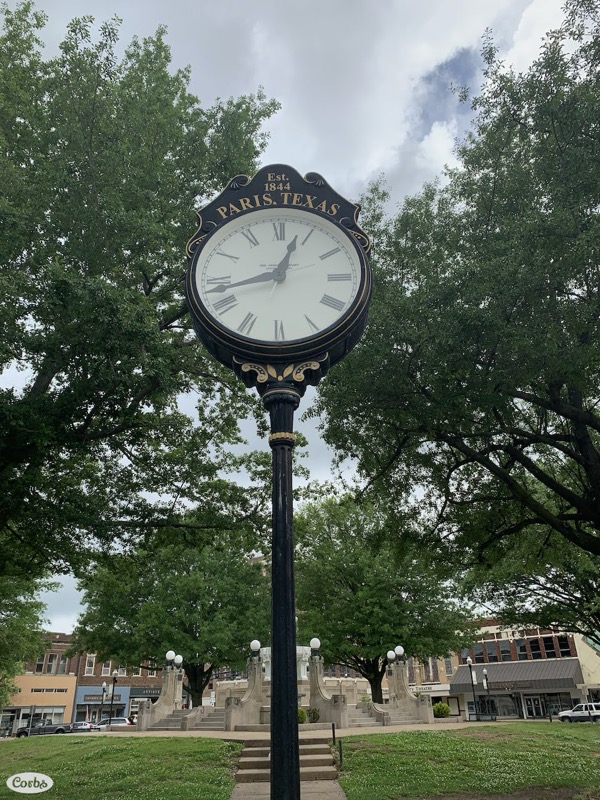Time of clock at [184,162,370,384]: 12:42
